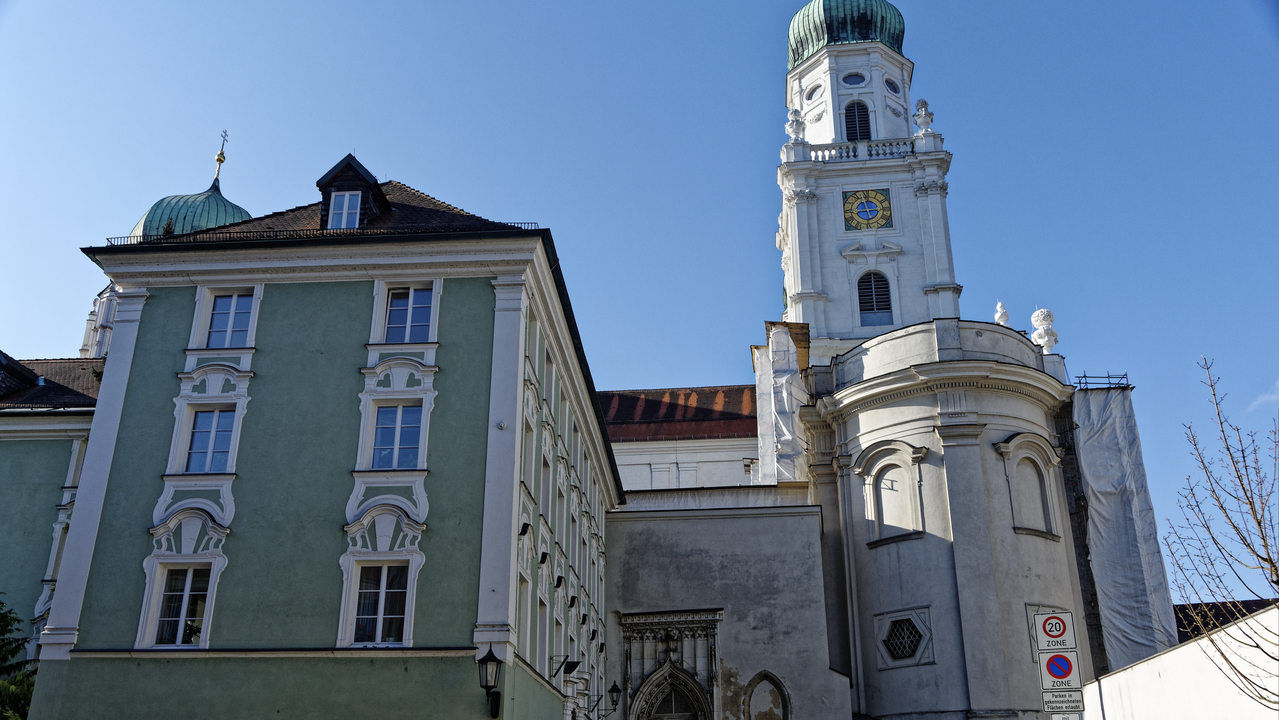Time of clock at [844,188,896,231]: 11:43
